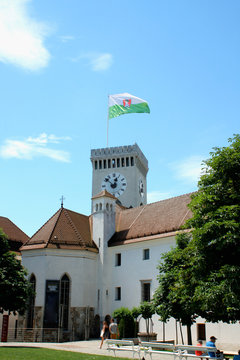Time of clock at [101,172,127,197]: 12:52
